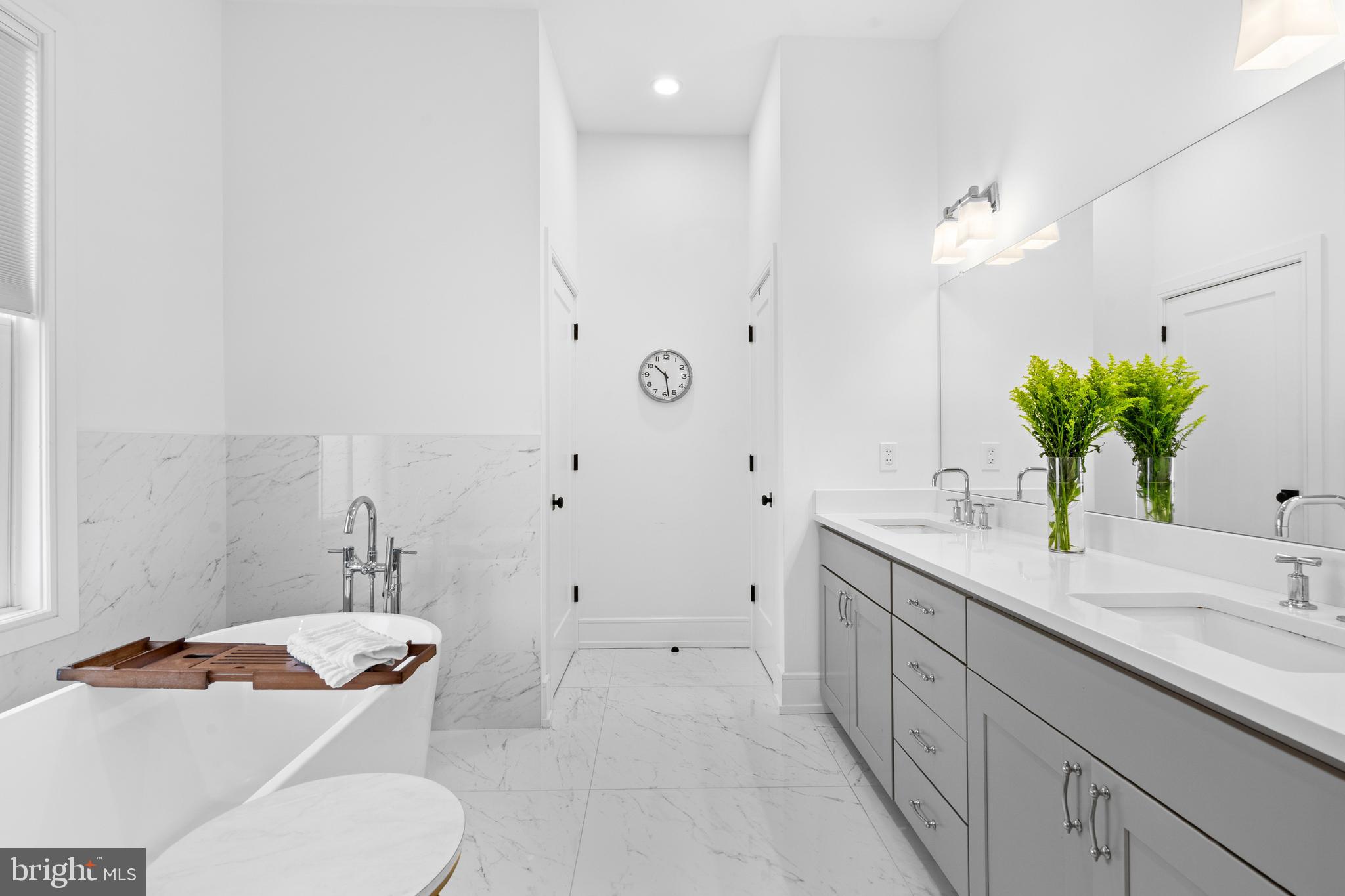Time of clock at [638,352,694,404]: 10:28
